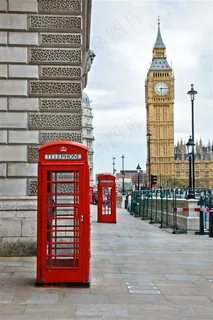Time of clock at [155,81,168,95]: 6:14
